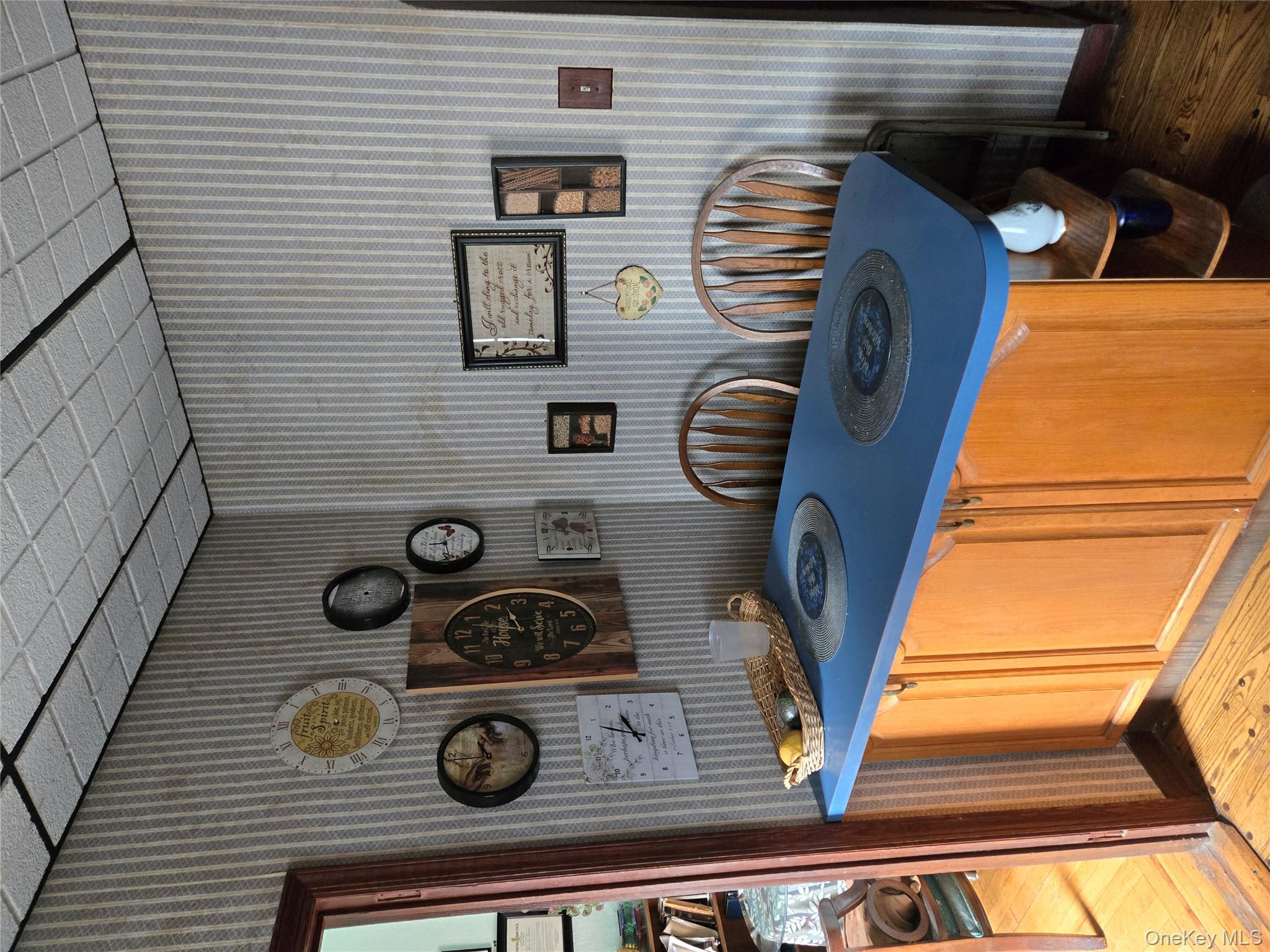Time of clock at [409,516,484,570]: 8:27
